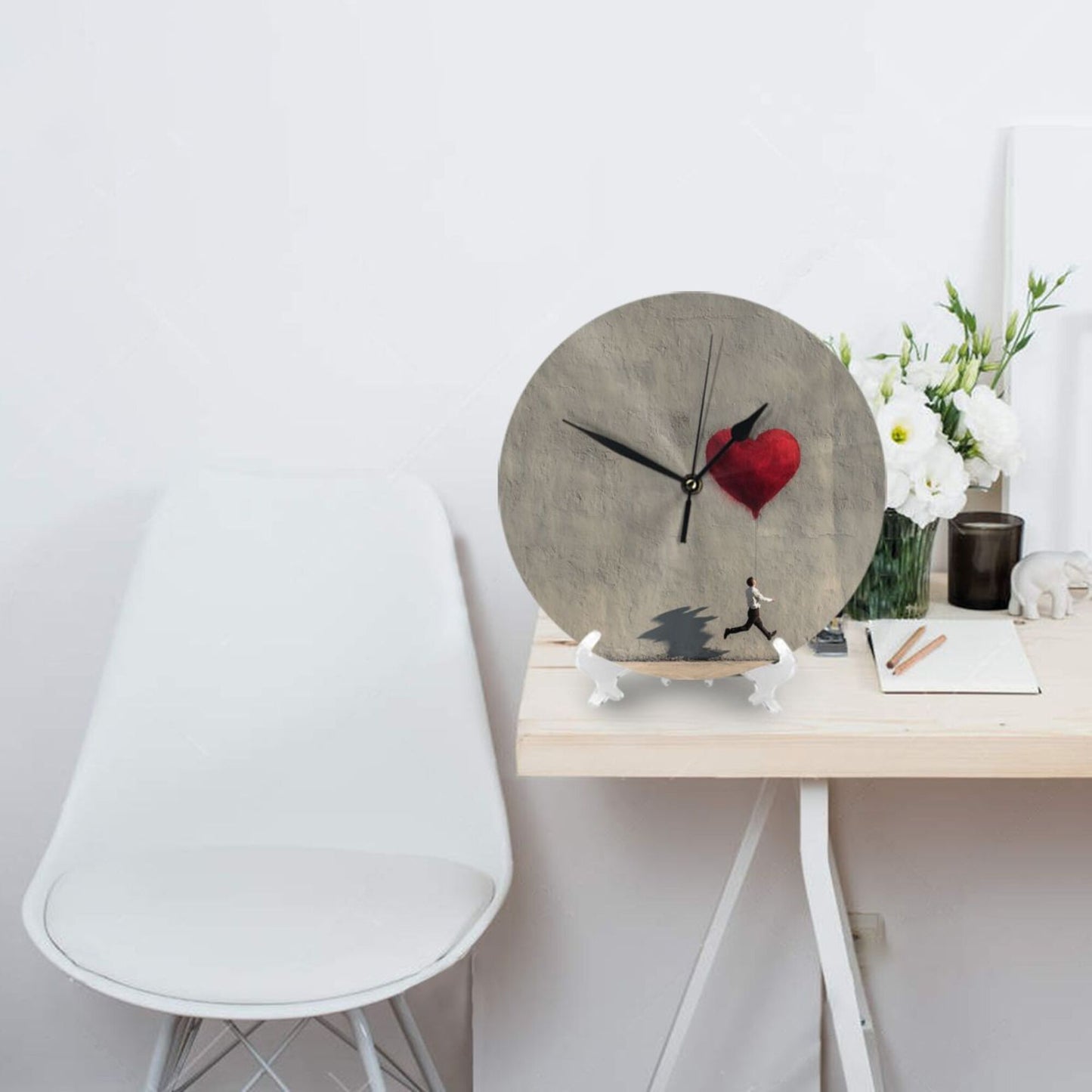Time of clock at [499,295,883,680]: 1:49
